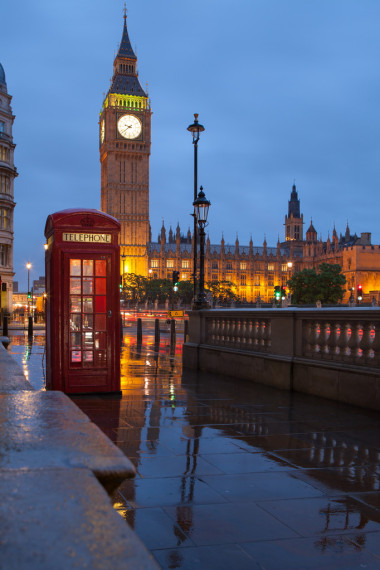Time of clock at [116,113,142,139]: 9:38
